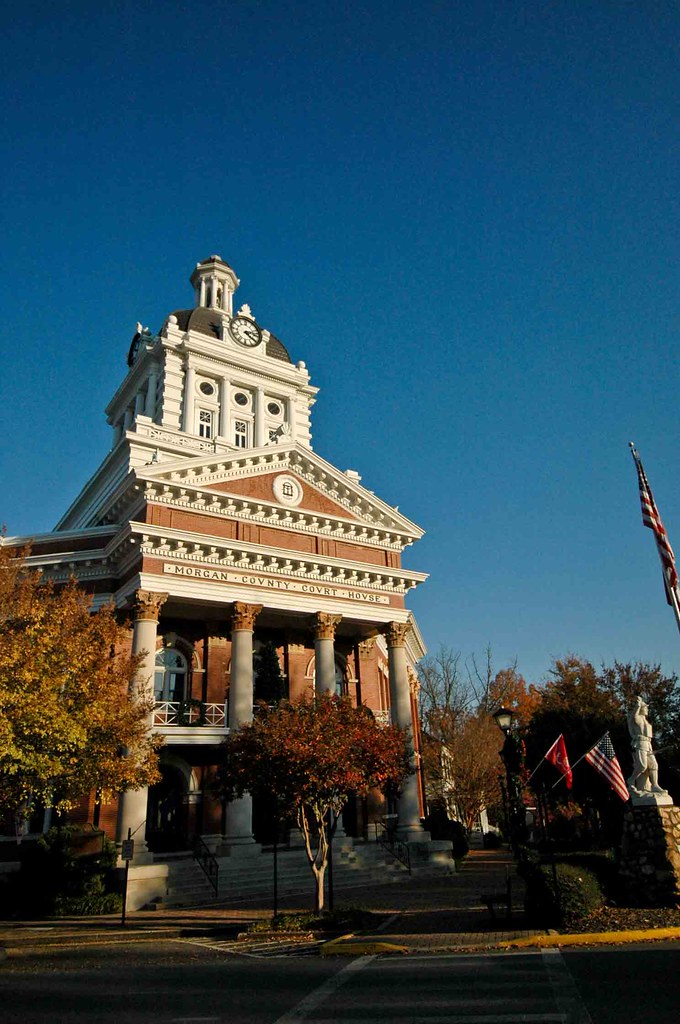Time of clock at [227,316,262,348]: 4:12
